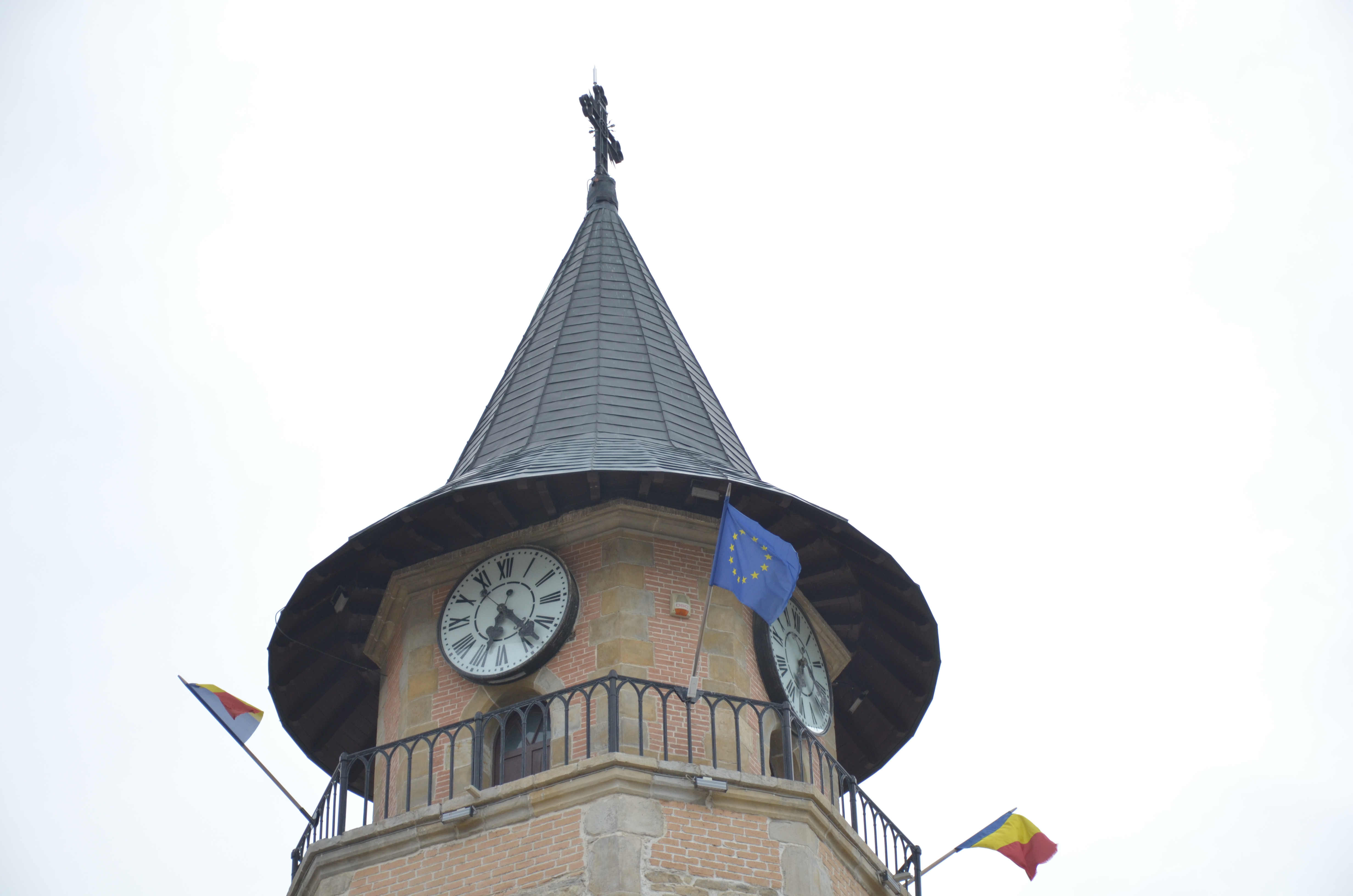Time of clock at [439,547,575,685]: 4:33
